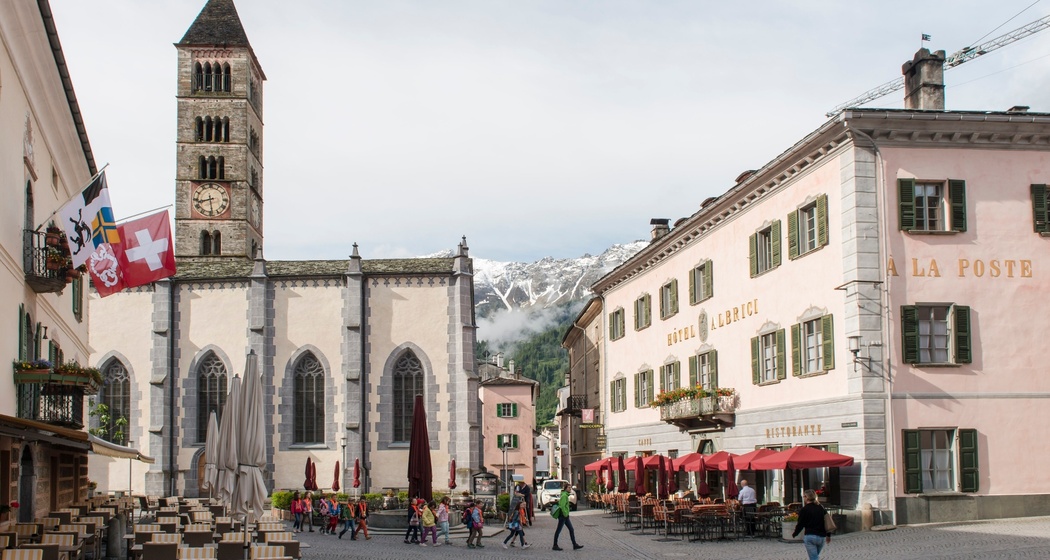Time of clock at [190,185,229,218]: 8:28
